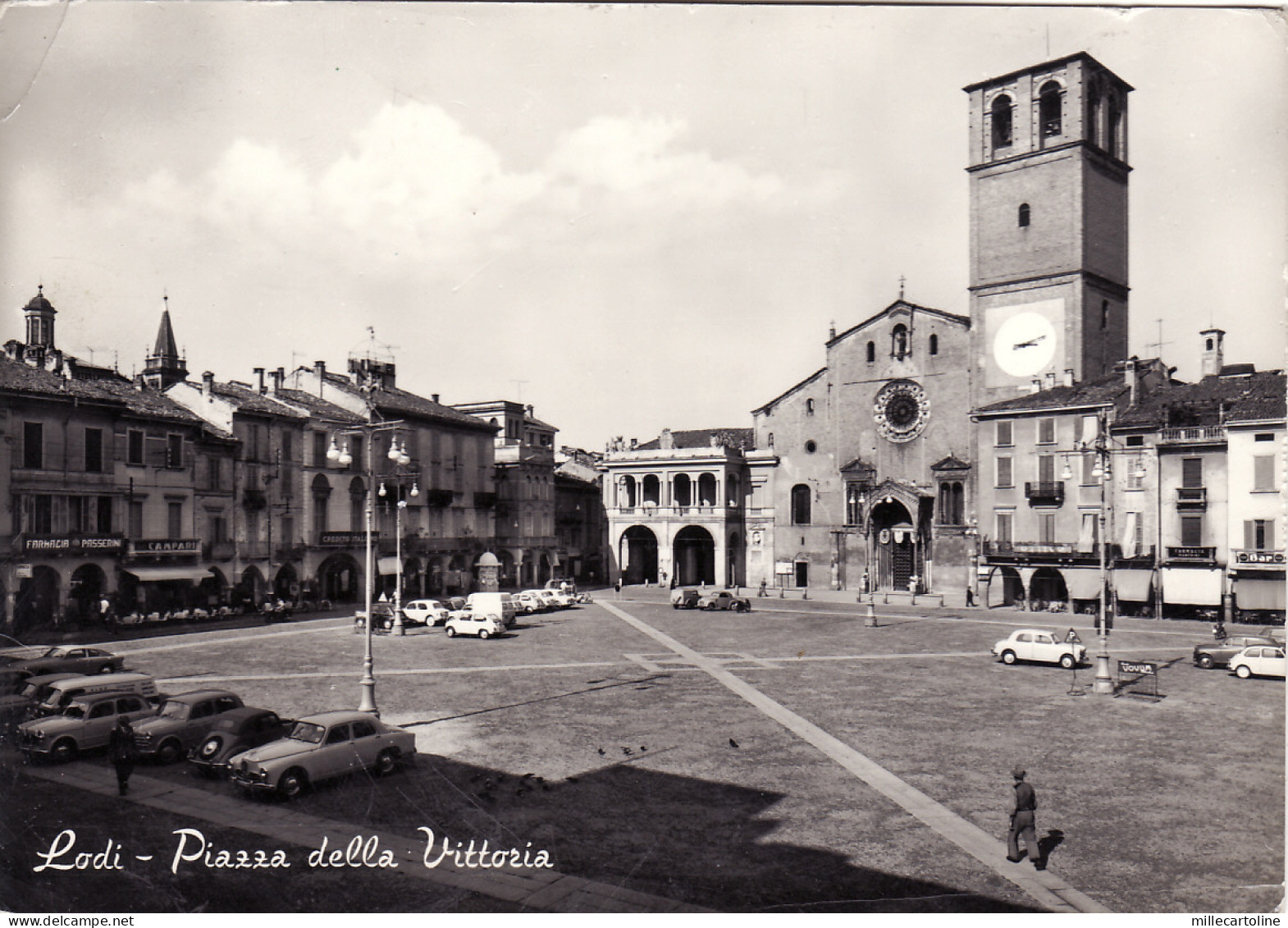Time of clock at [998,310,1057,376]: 3:12
